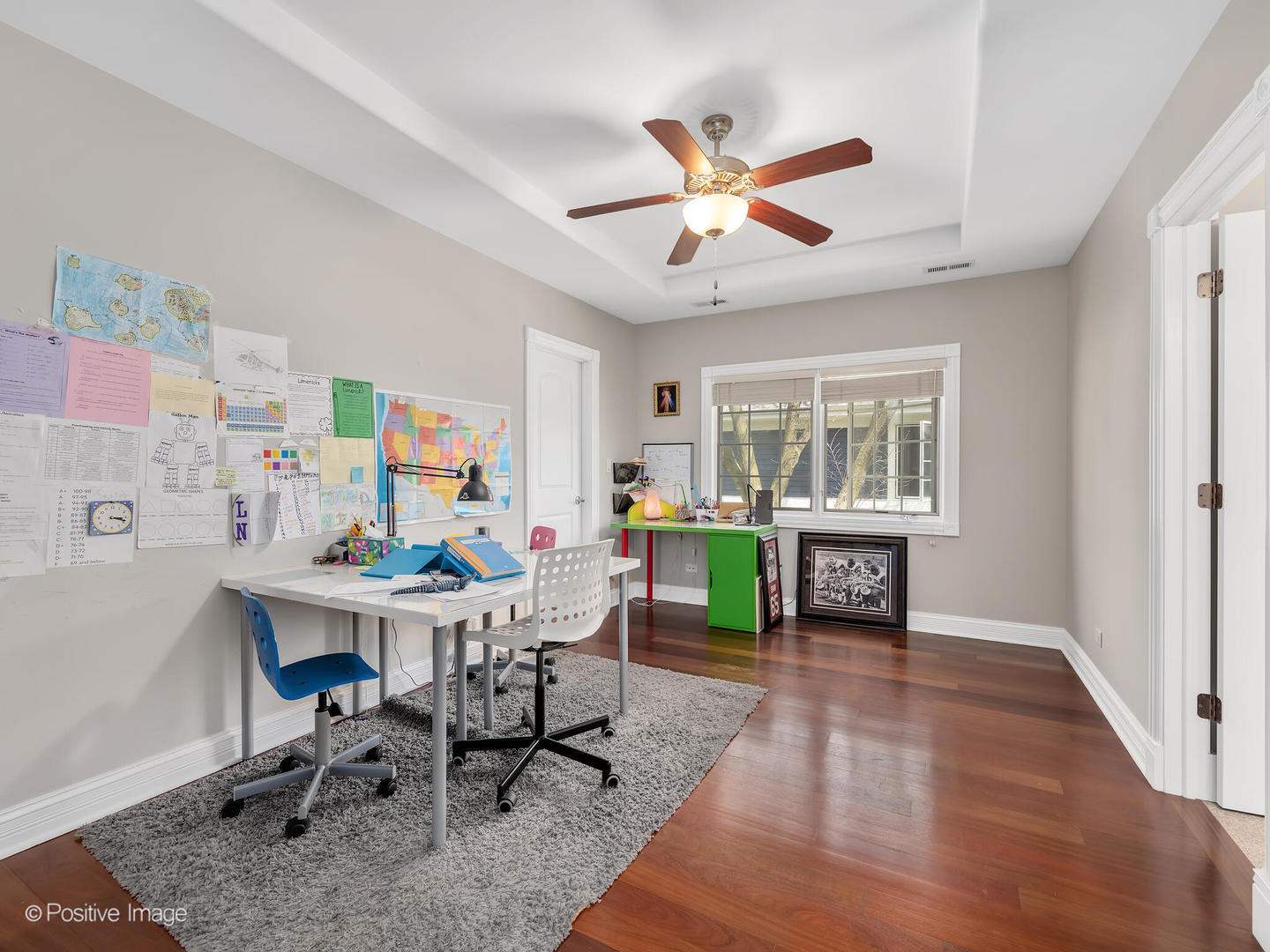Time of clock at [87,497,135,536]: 3:18
